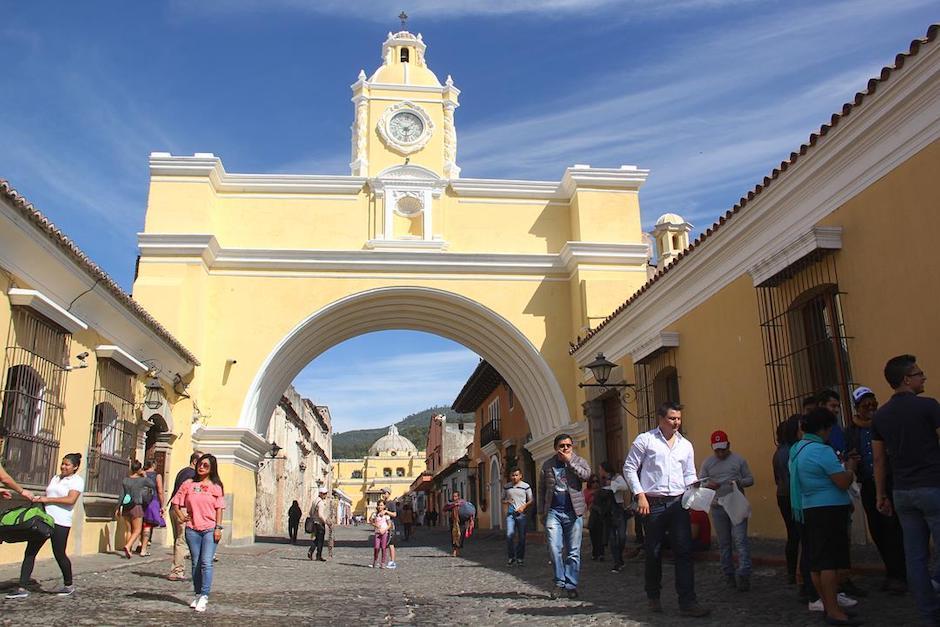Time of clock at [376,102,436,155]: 6:08
